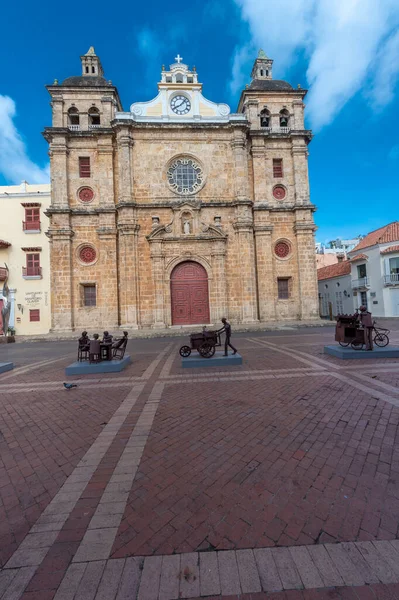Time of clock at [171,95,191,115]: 8:07
